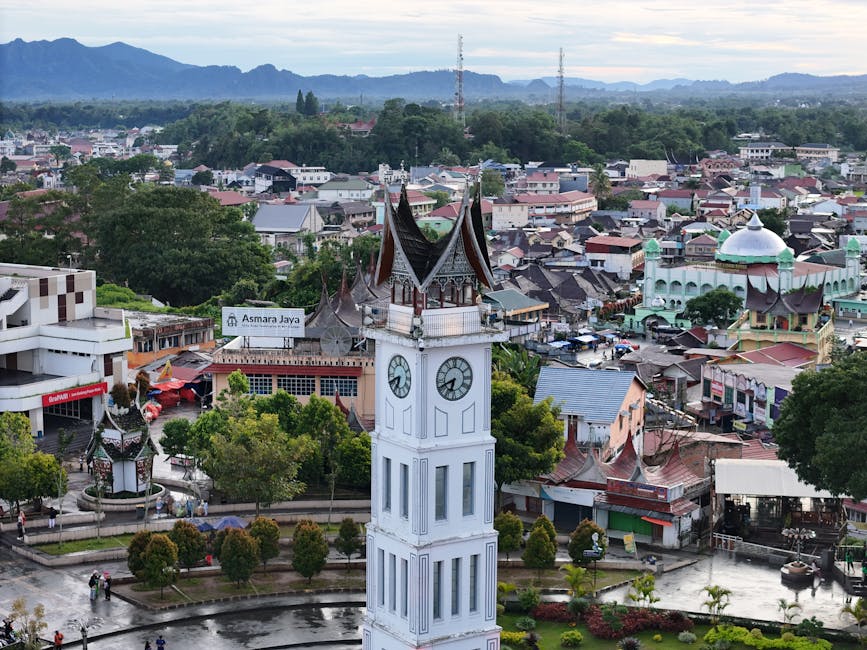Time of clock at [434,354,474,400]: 6:41
